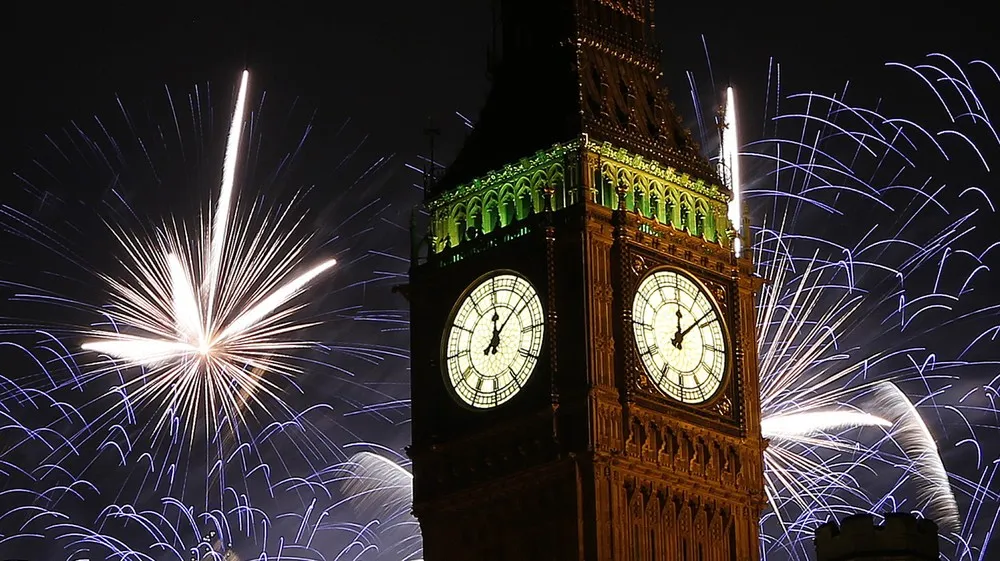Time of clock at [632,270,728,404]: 12:08
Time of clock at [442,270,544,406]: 12:07
